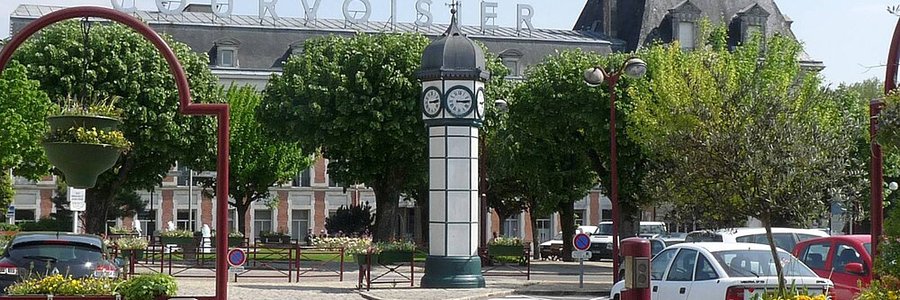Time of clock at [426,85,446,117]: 3:14
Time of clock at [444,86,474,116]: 3:13
